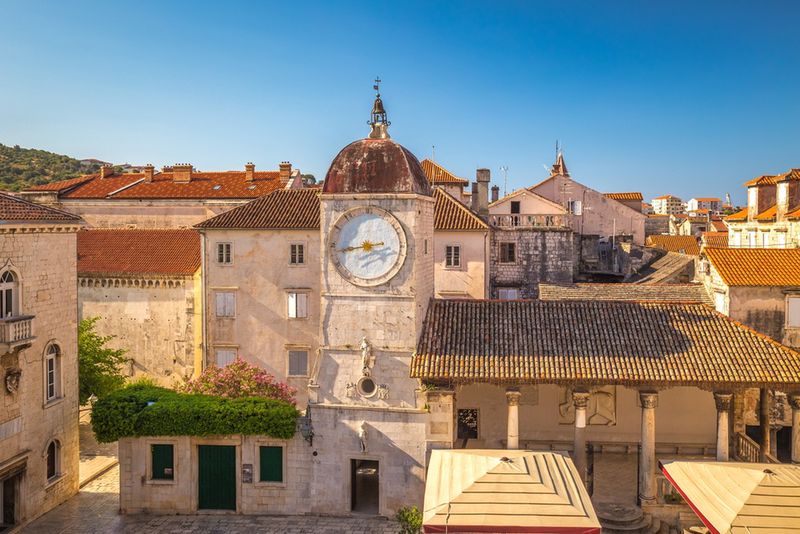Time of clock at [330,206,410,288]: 2:43
